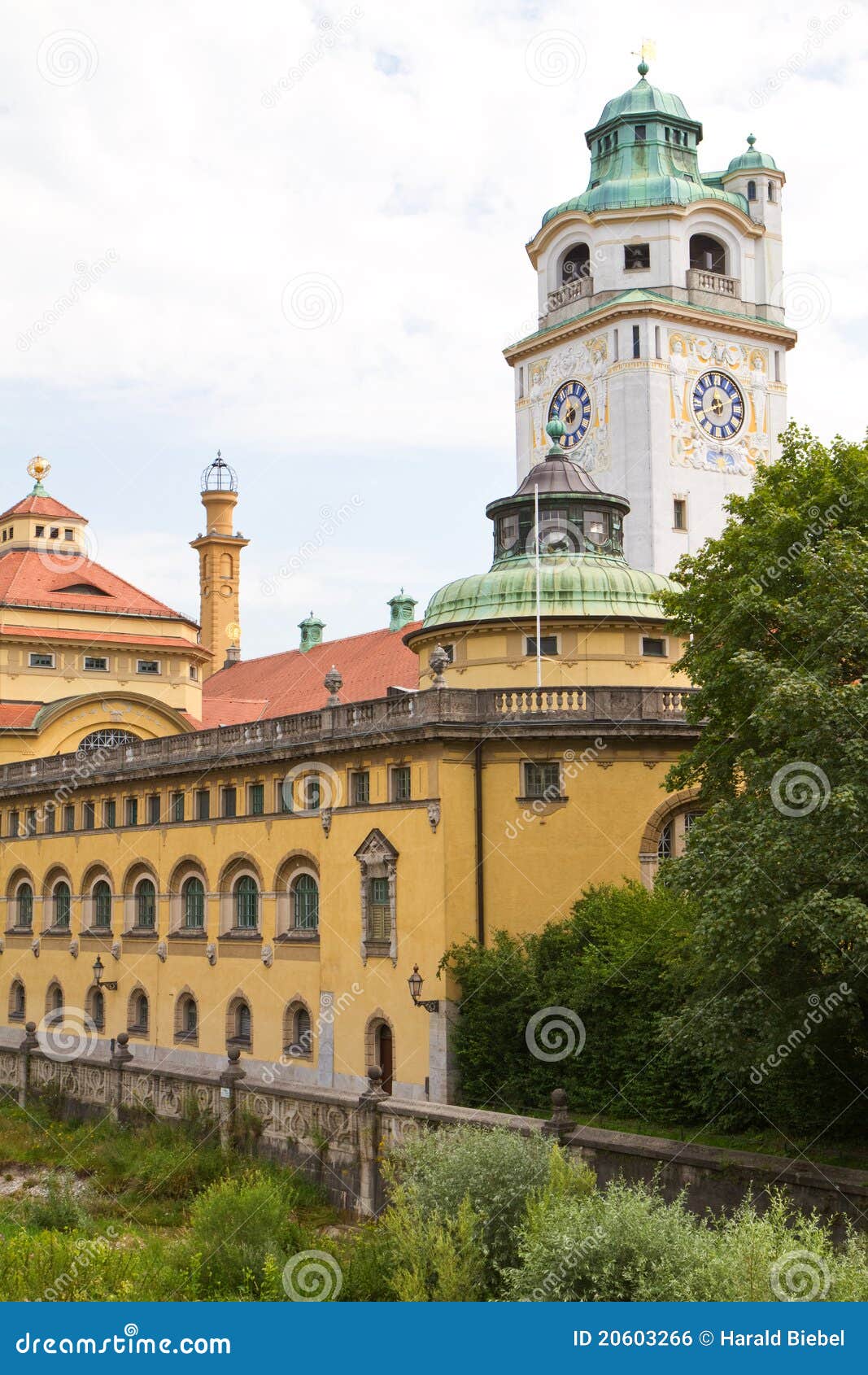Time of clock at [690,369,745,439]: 8:12
